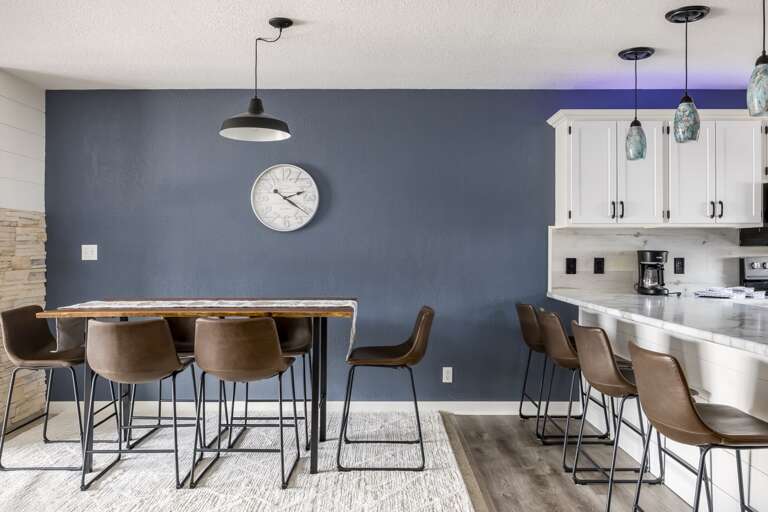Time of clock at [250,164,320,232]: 2:21
